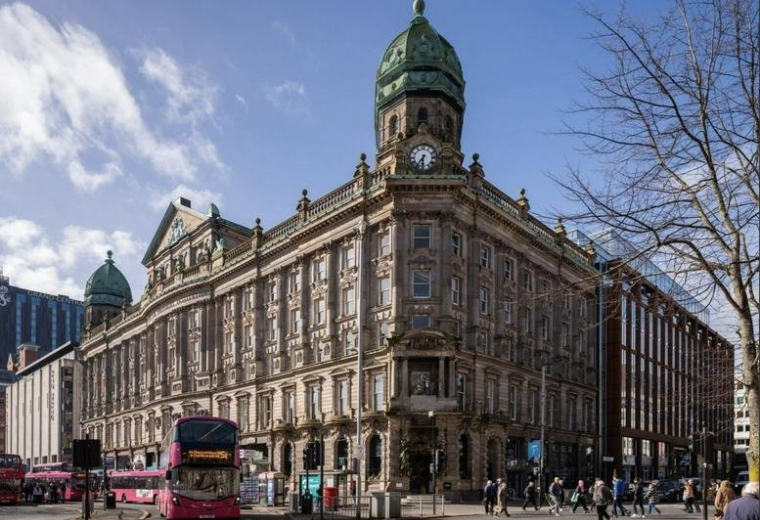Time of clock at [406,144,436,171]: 6:36
